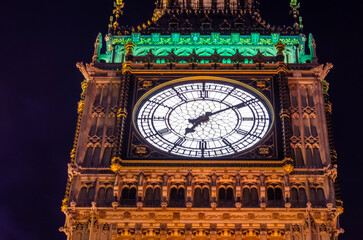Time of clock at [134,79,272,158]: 7:09
